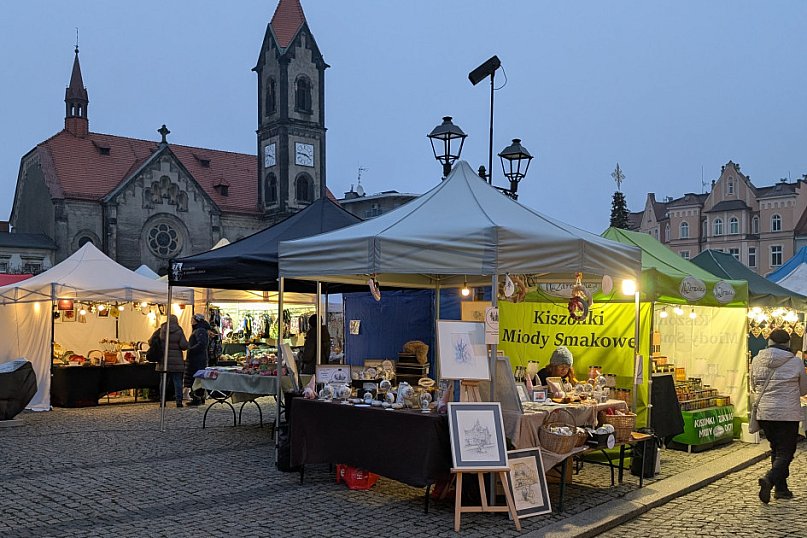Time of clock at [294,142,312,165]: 3:46
